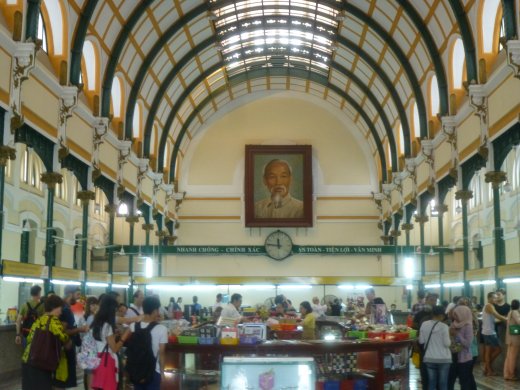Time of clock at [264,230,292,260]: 11:46
